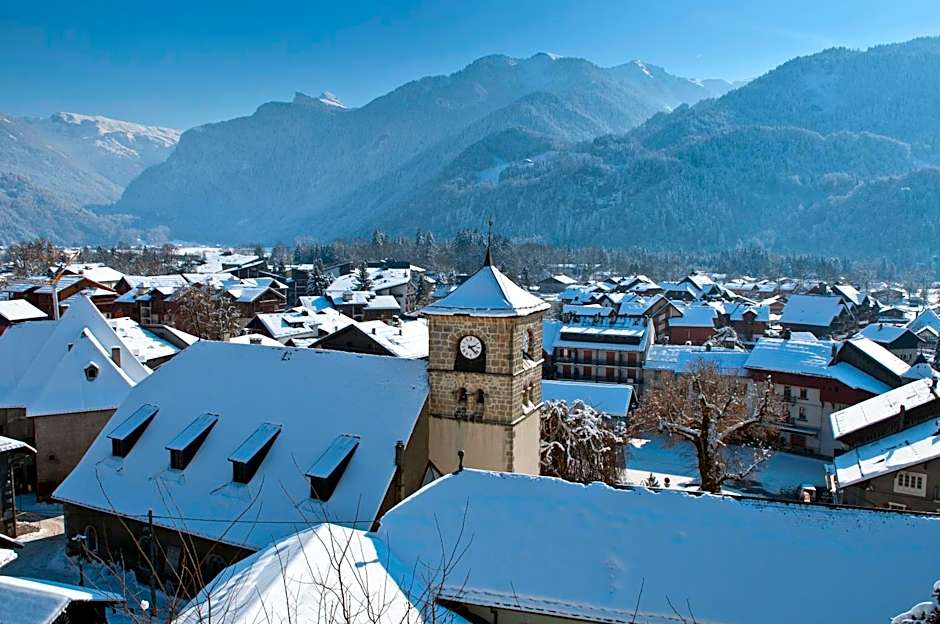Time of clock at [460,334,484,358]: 2:22
